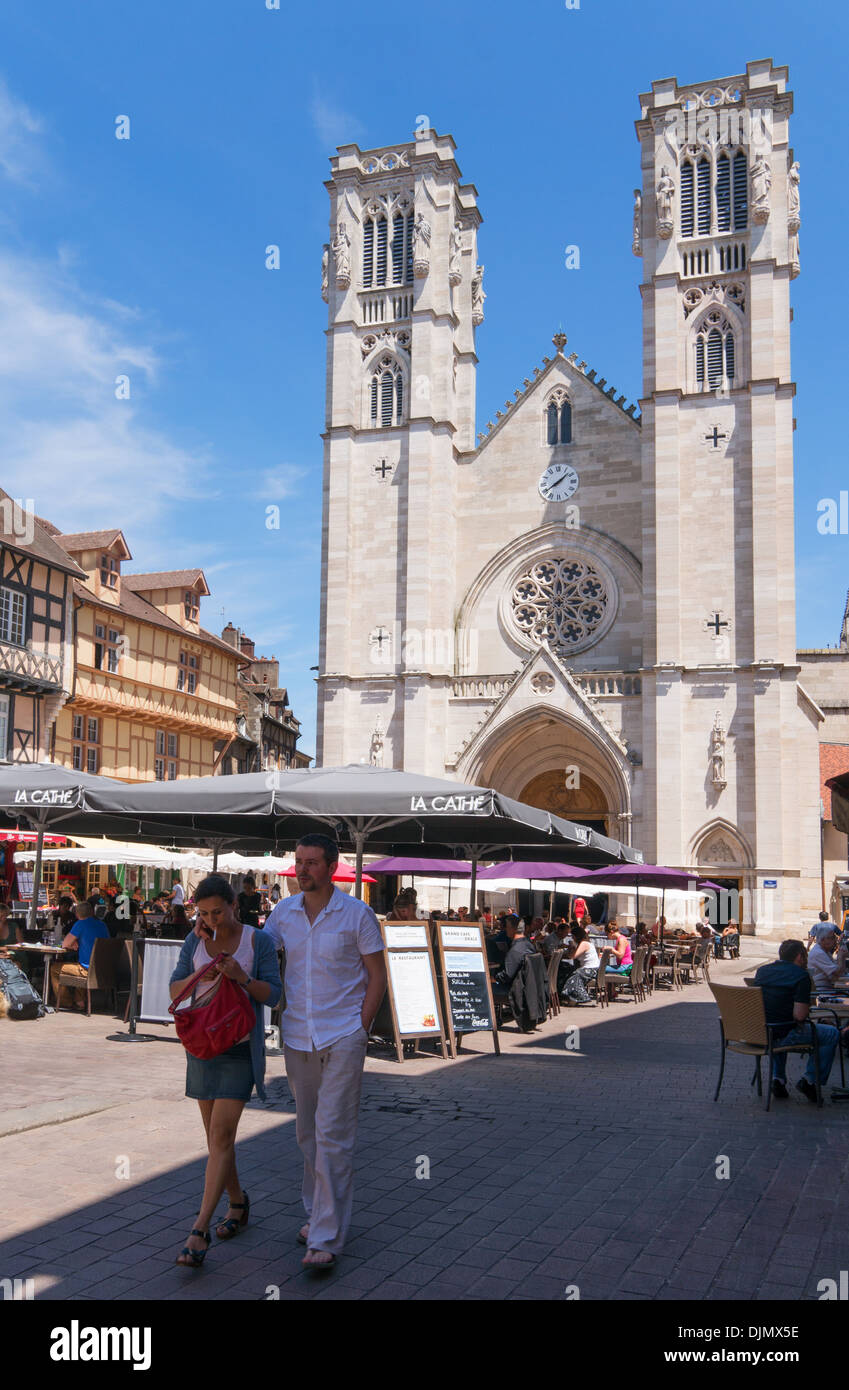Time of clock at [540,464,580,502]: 1:39
